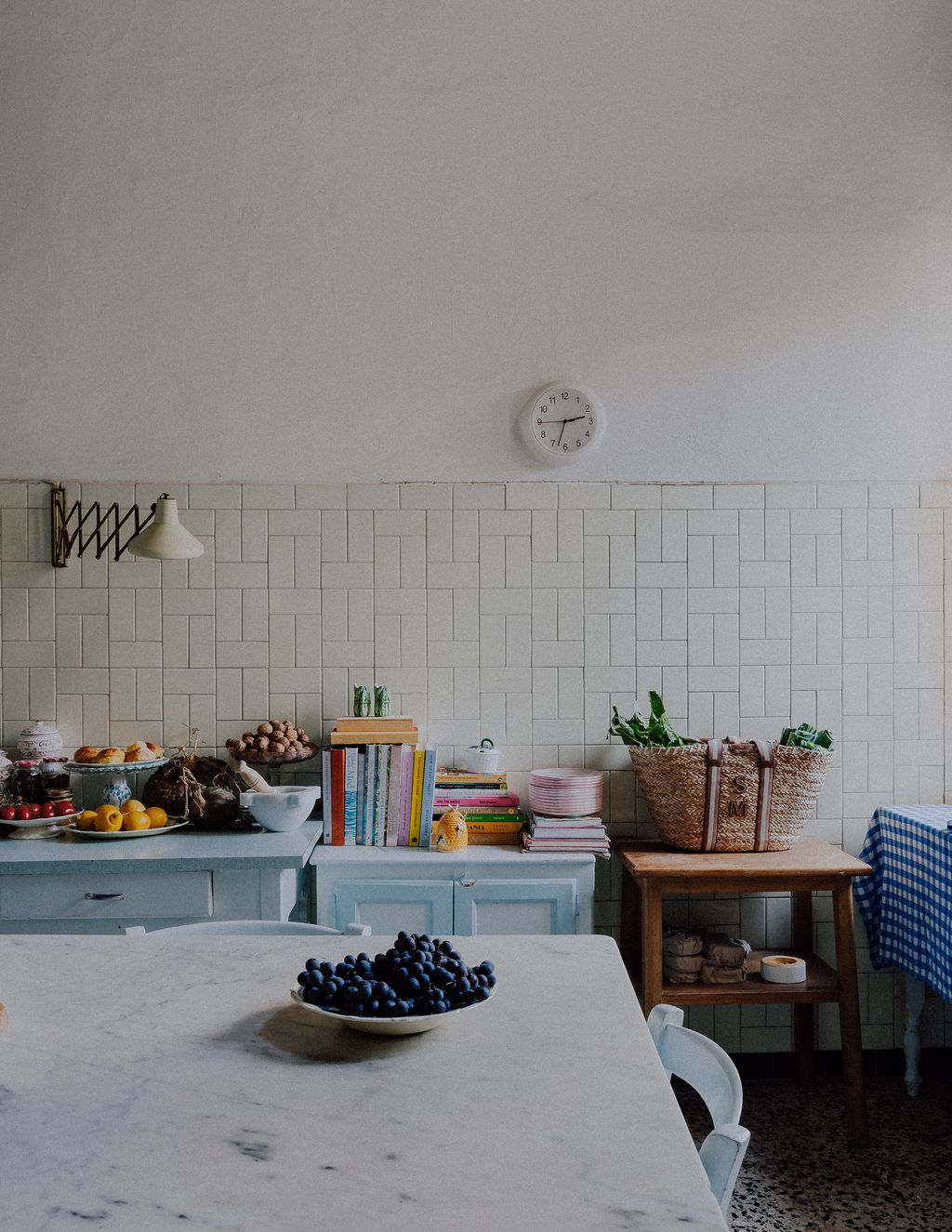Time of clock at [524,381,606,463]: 2:33
